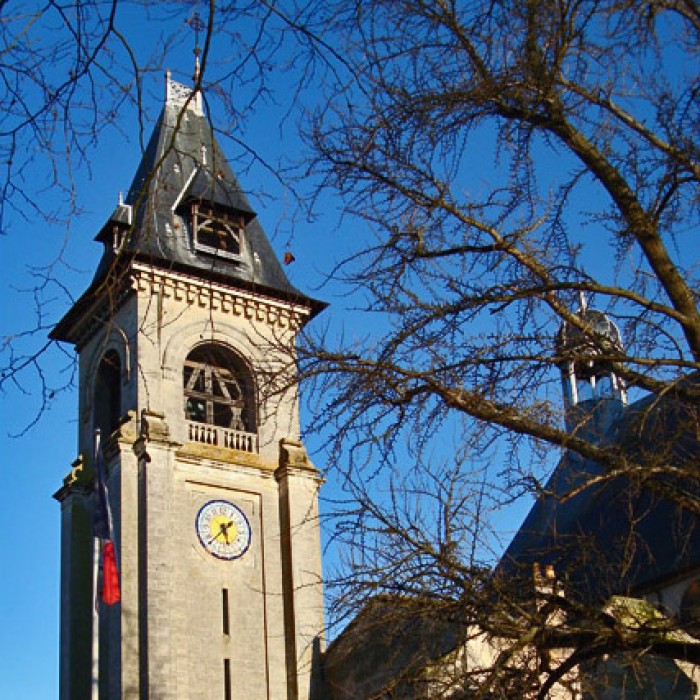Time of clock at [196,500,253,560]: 5:38
